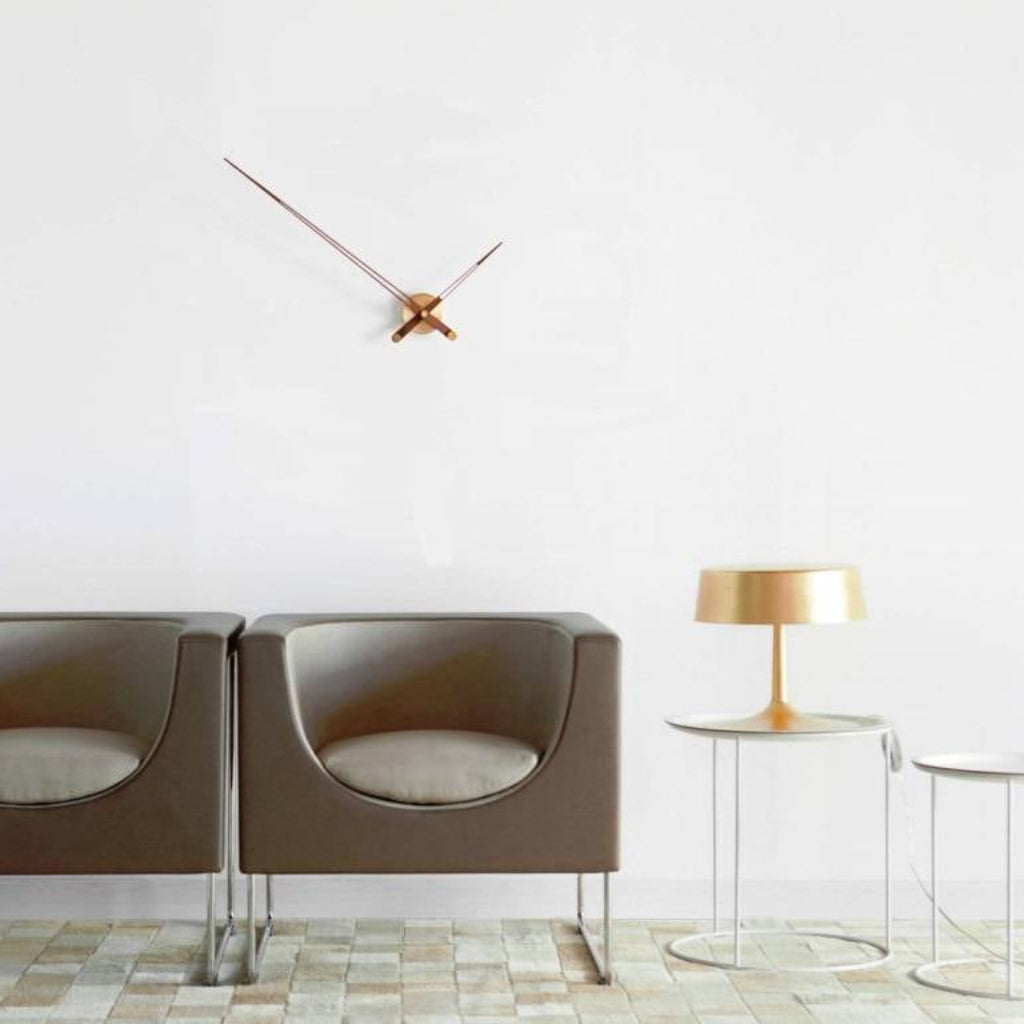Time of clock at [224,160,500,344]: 1:50
